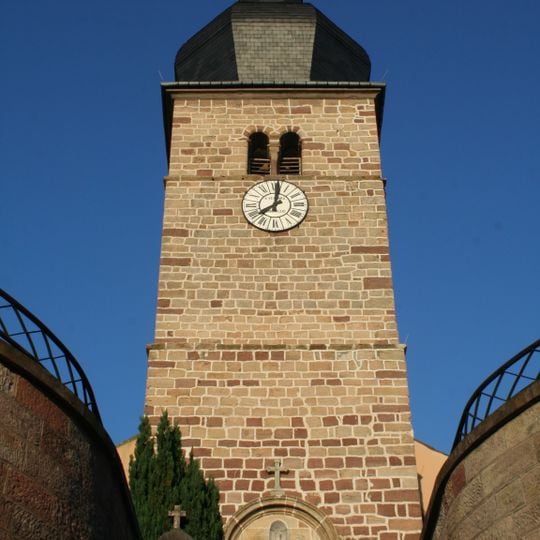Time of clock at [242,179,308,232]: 8:01
